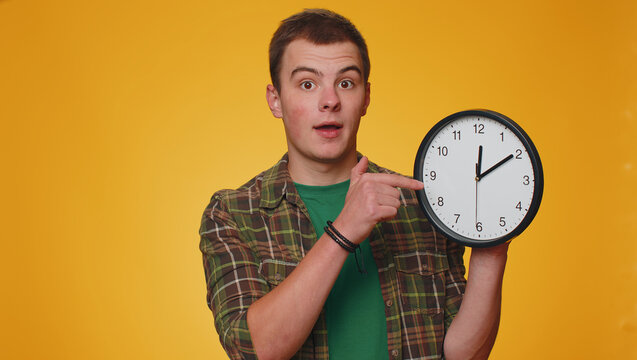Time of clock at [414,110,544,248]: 12:09
